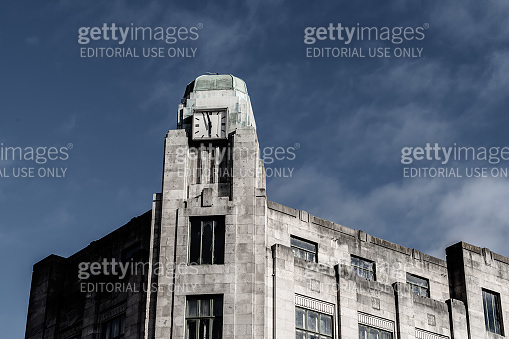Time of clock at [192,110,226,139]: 5:57
